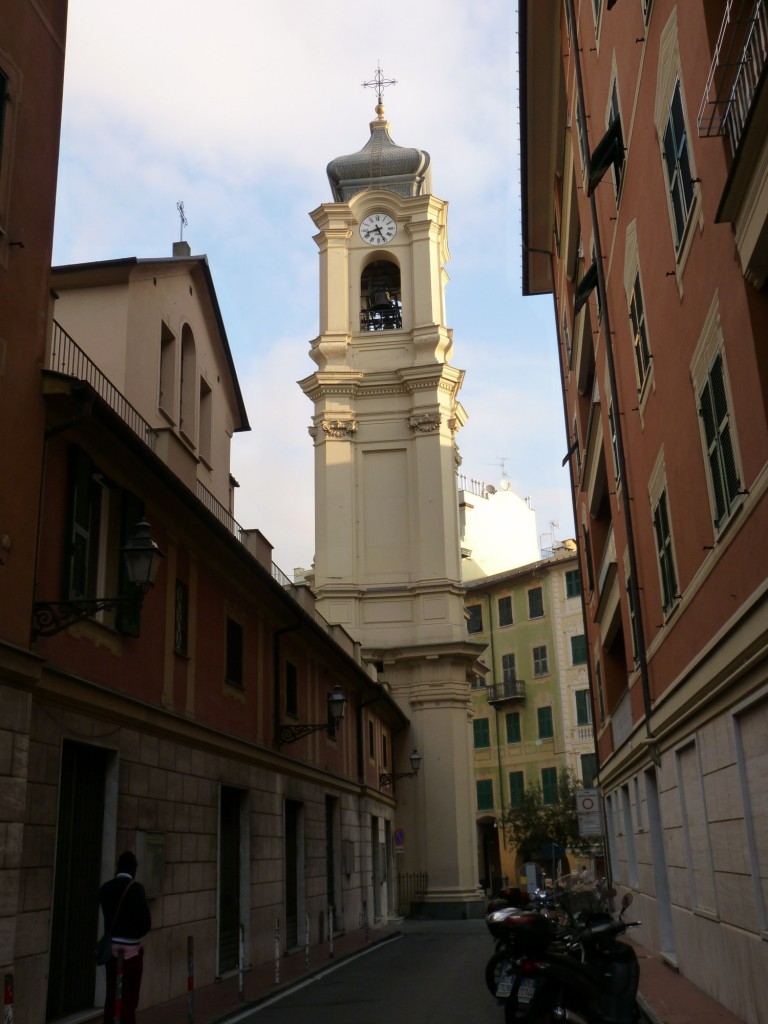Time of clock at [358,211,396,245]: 8:25
